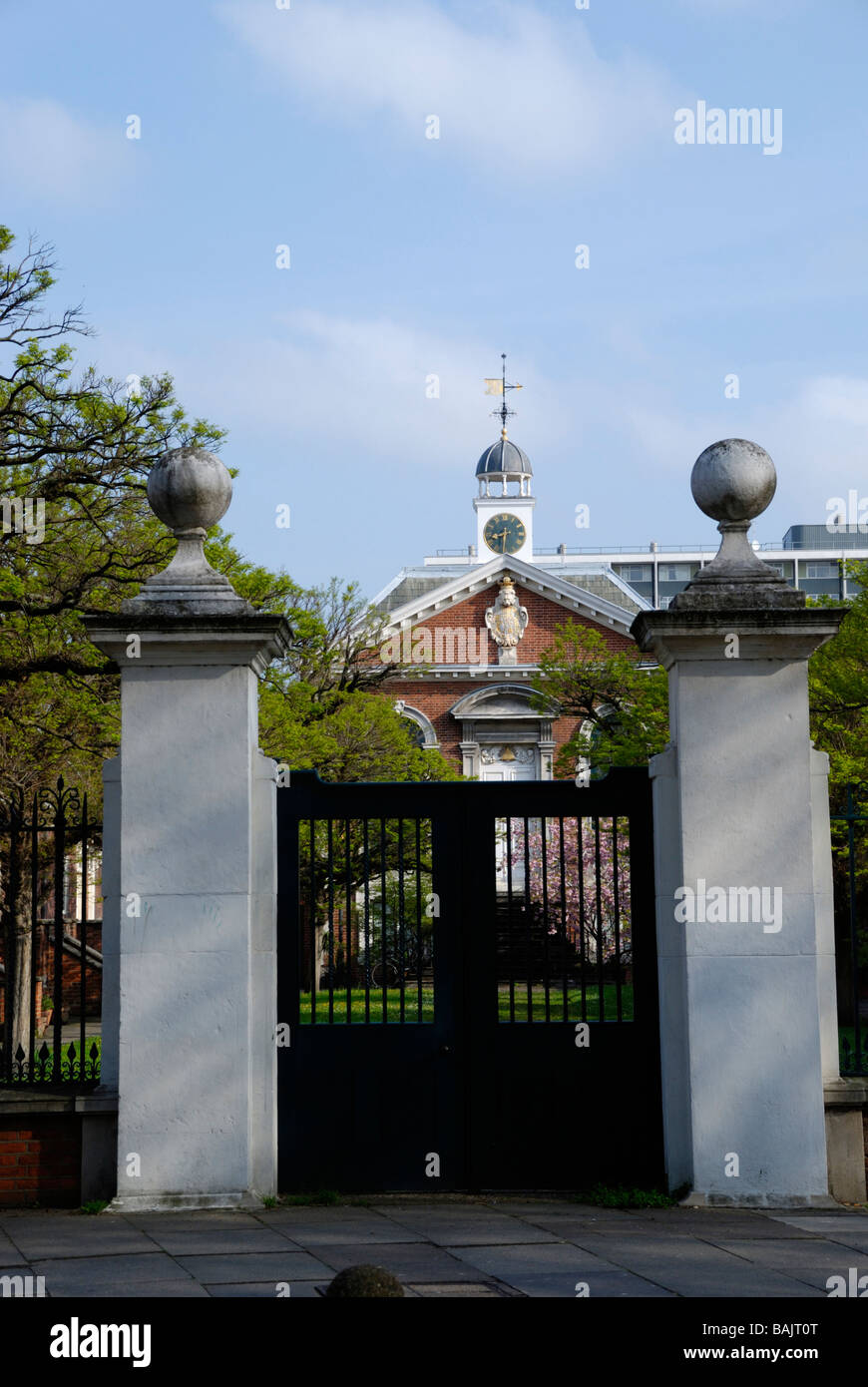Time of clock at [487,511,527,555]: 8:30
